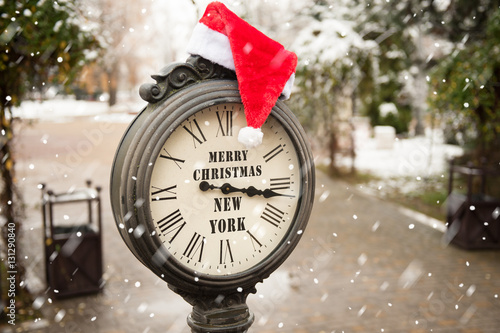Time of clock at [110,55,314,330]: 3:16
